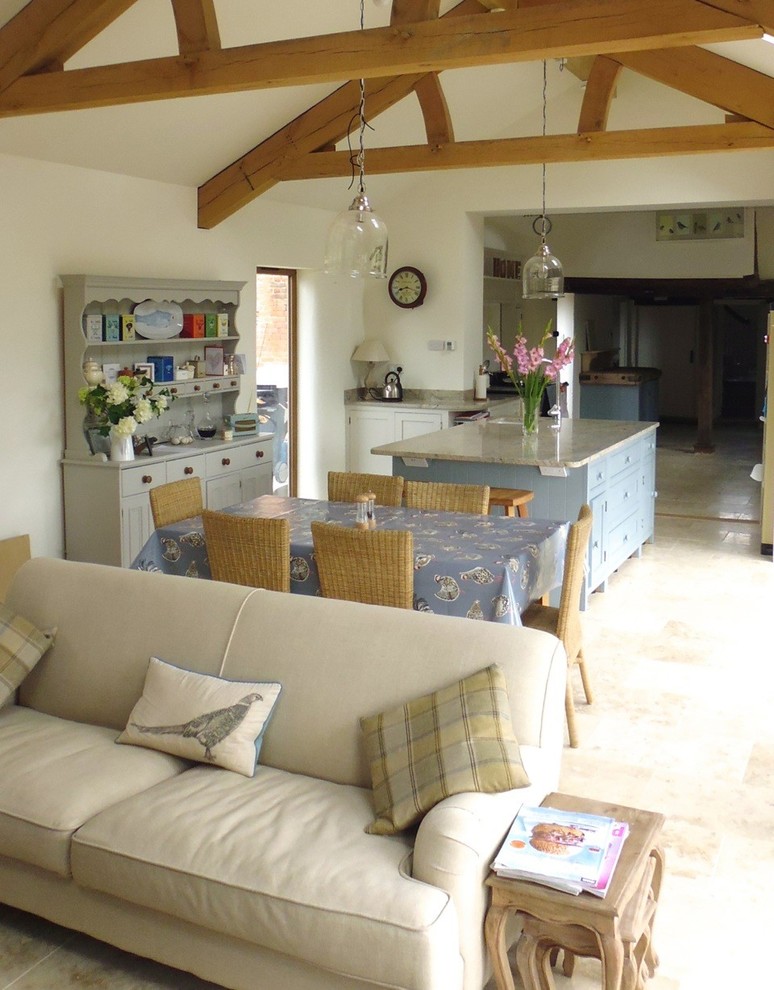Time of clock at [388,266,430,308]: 8:18
